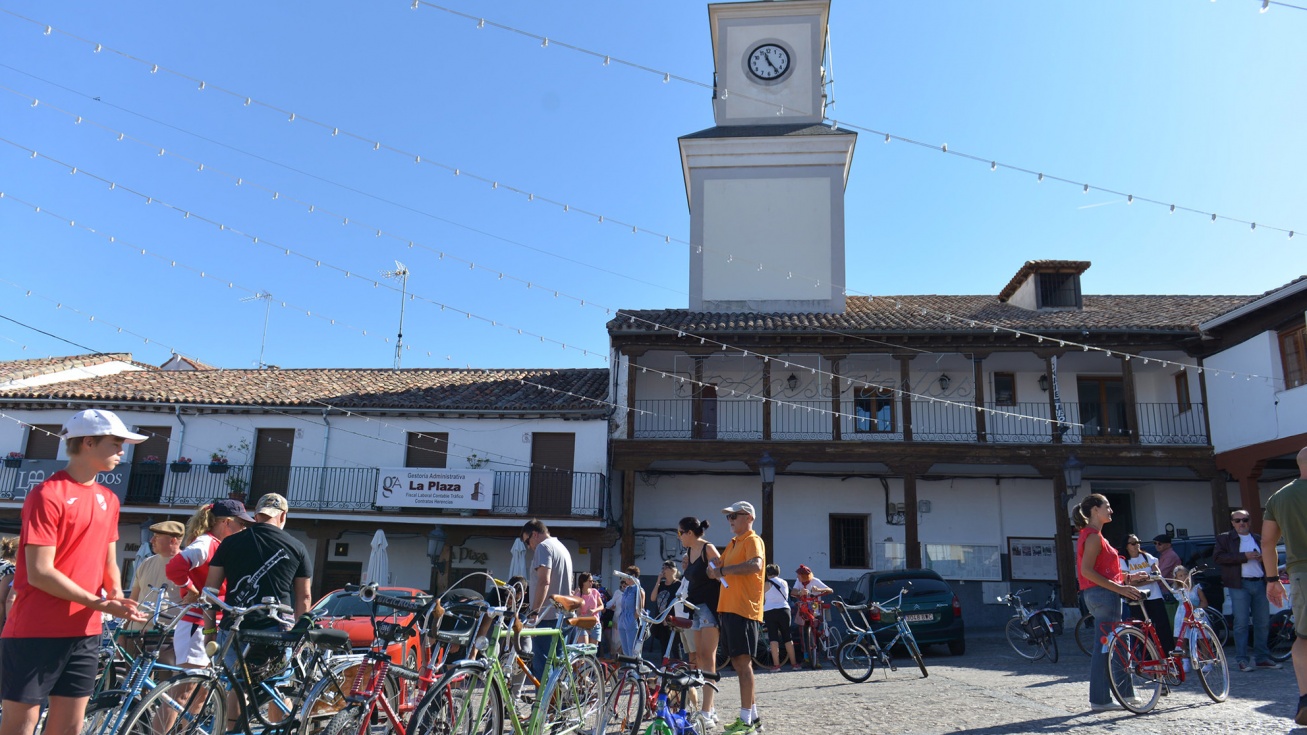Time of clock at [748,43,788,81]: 11:23
